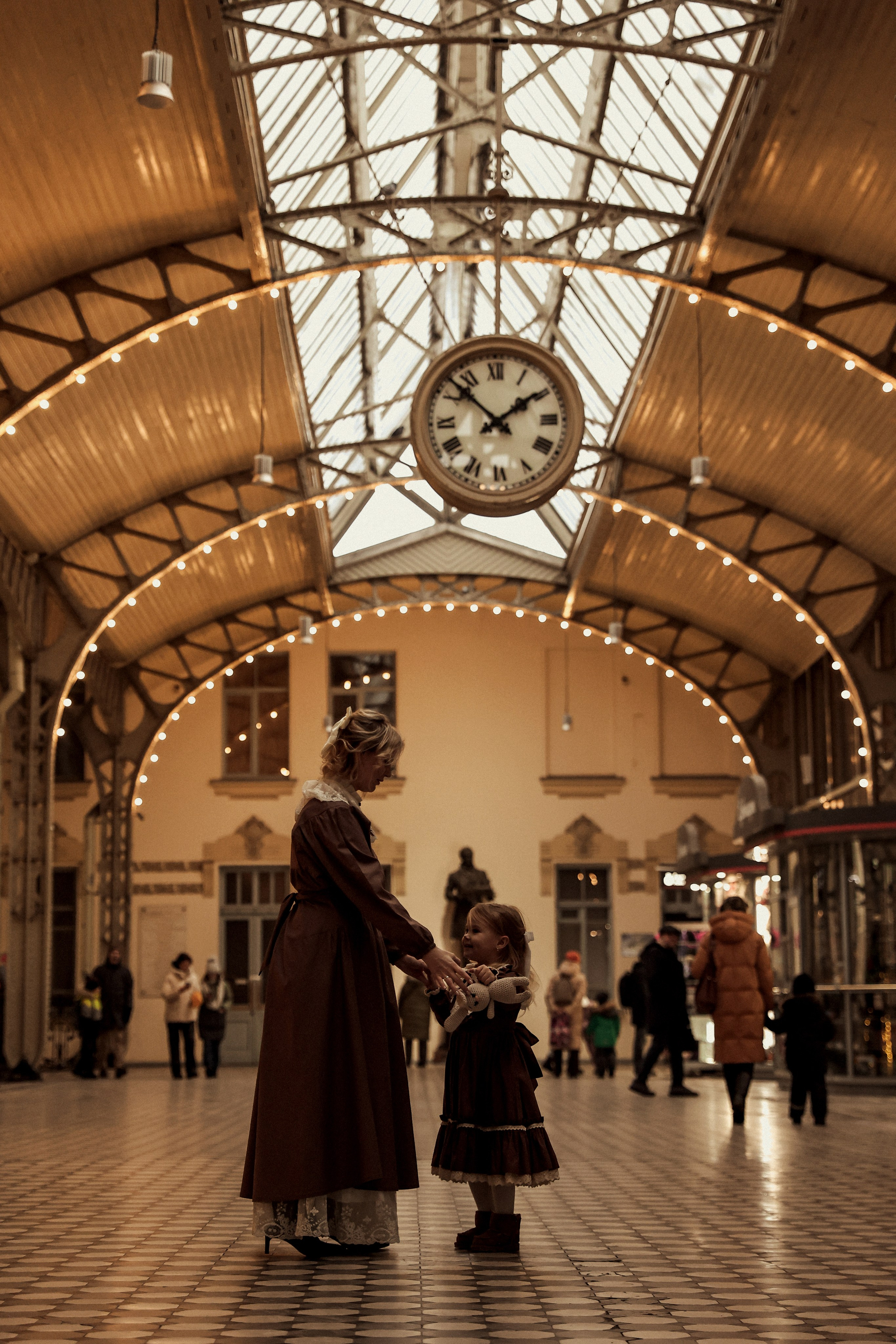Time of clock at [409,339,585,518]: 1:52
